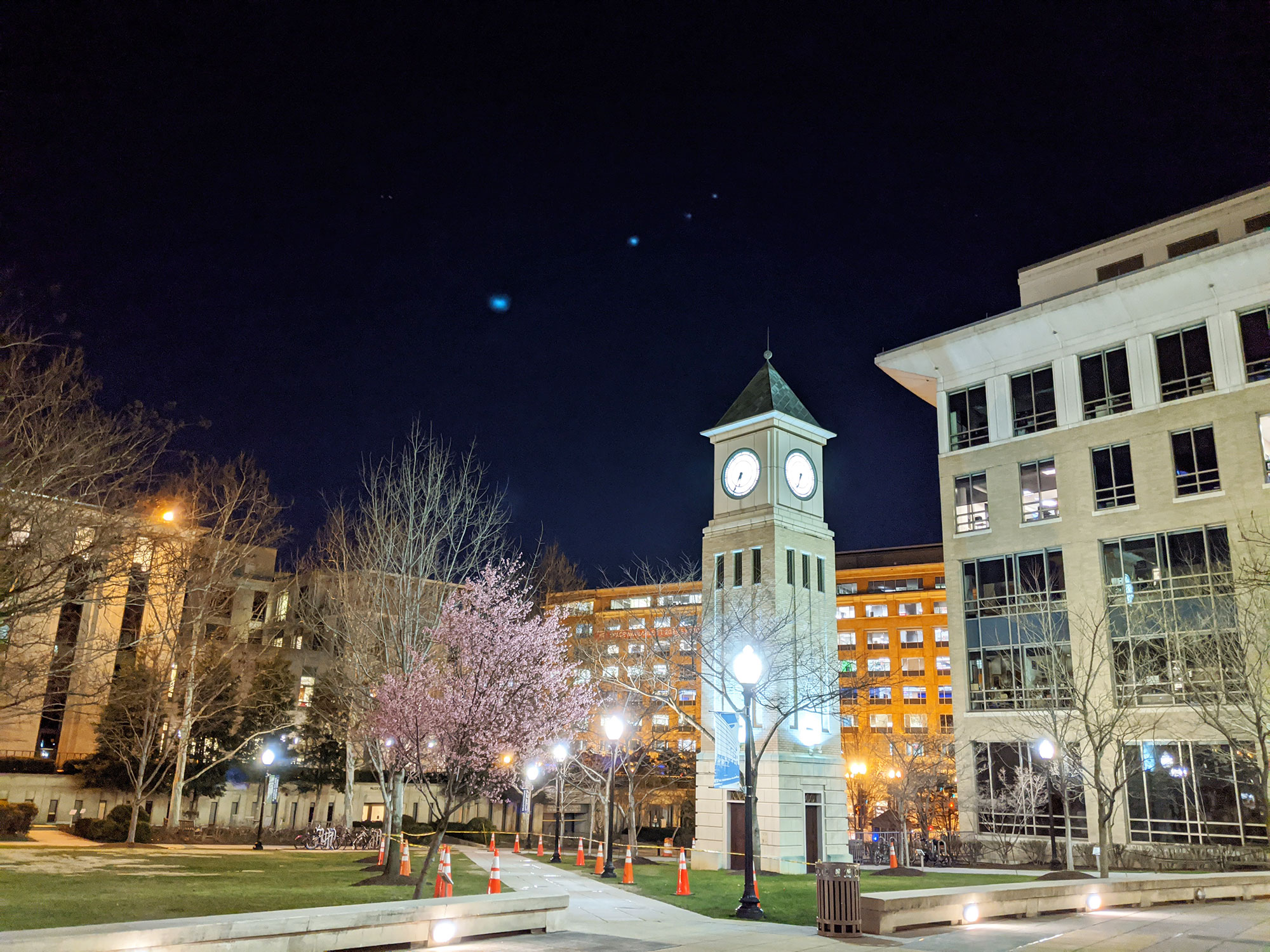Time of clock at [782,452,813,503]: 6:33
